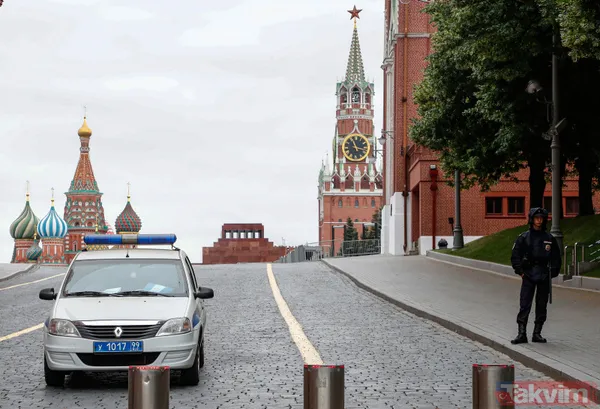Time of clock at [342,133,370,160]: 11:17
